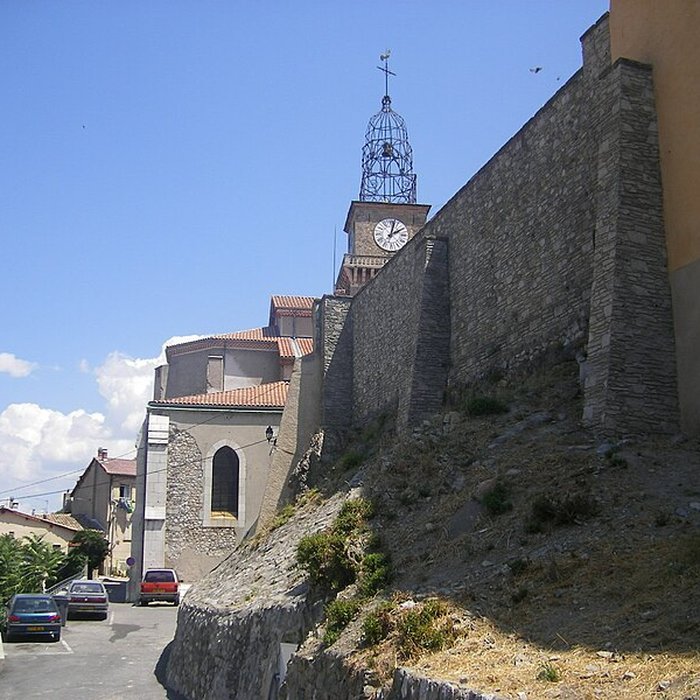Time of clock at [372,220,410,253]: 2:02
